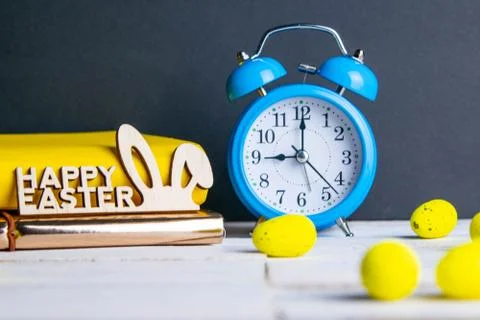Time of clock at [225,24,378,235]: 9:00
